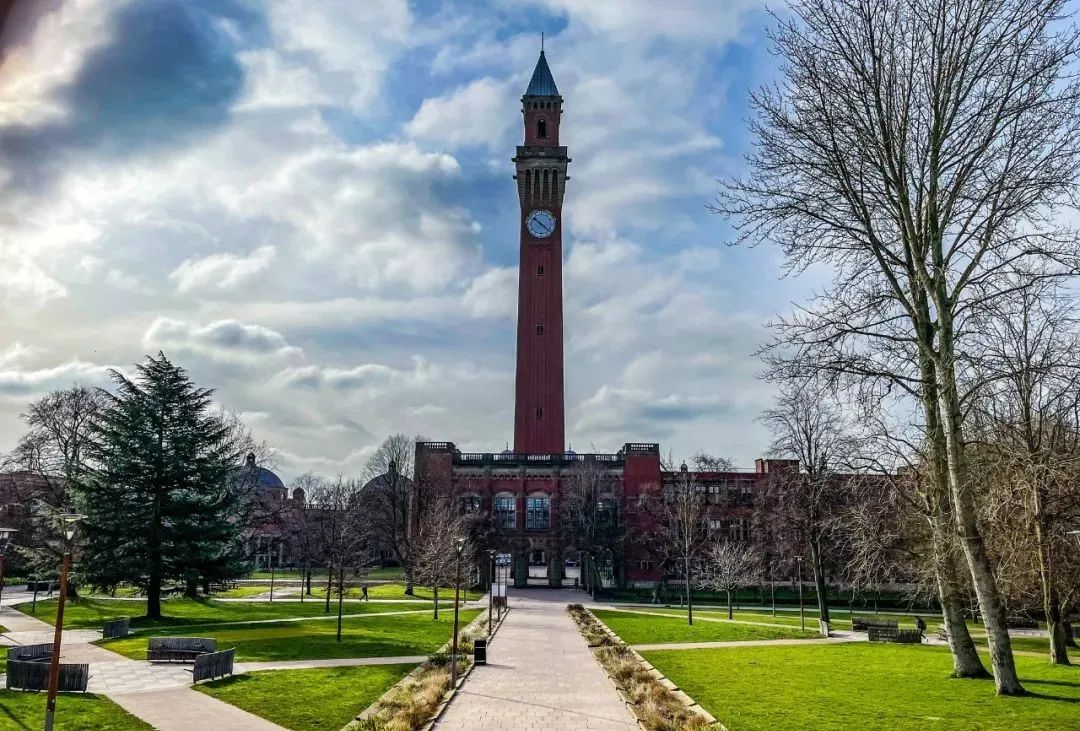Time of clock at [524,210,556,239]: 10:21
